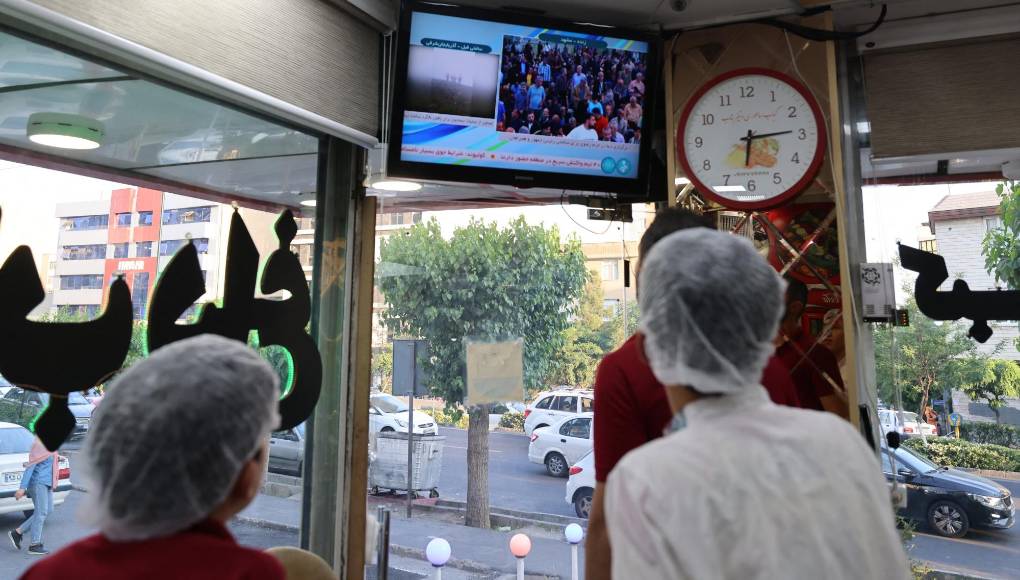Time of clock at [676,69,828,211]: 6:14
